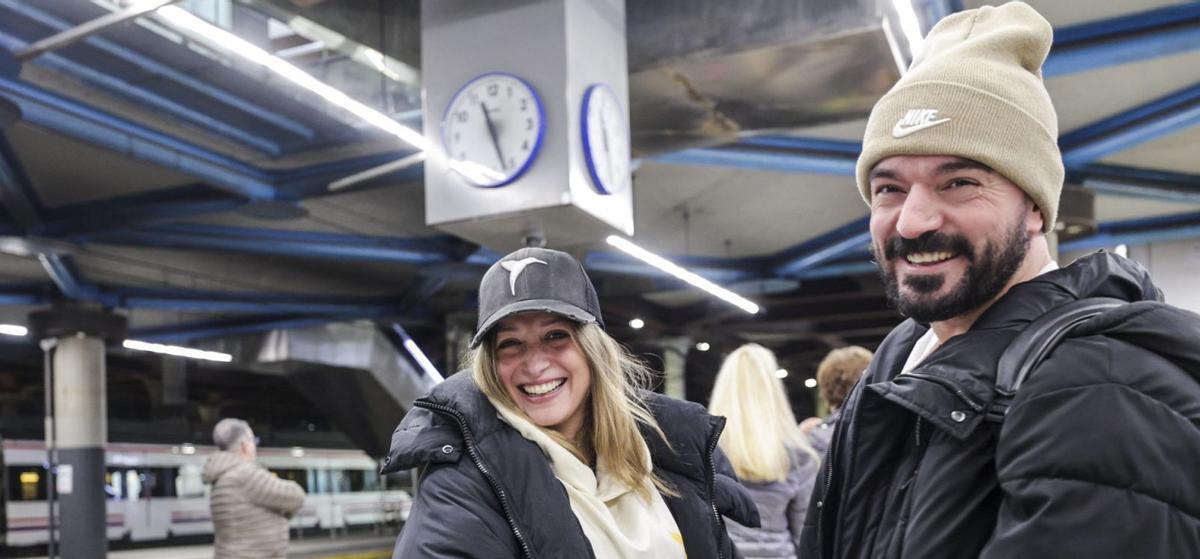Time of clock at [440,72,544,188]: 11:26
